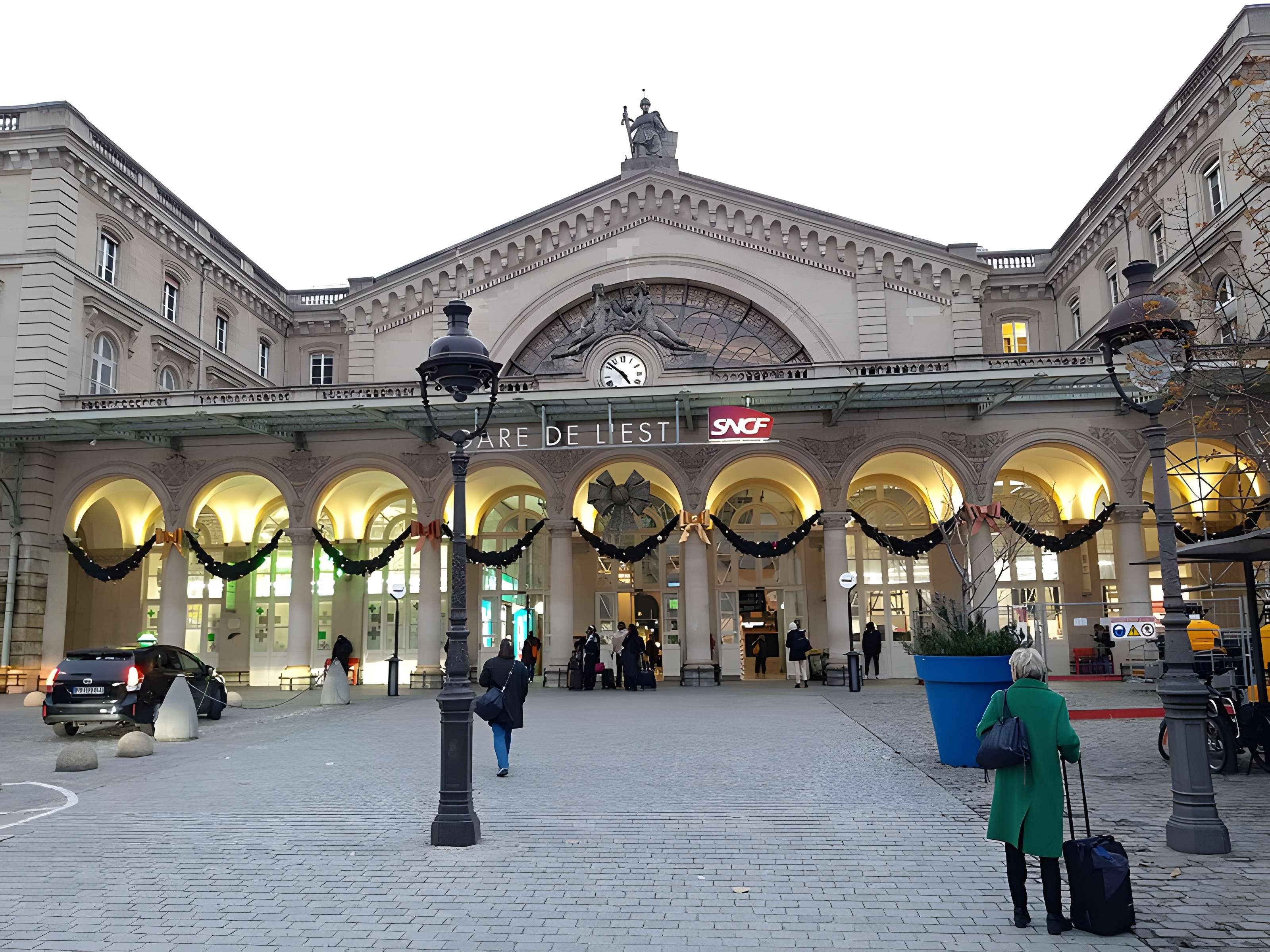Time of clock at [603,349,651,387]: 4:51
